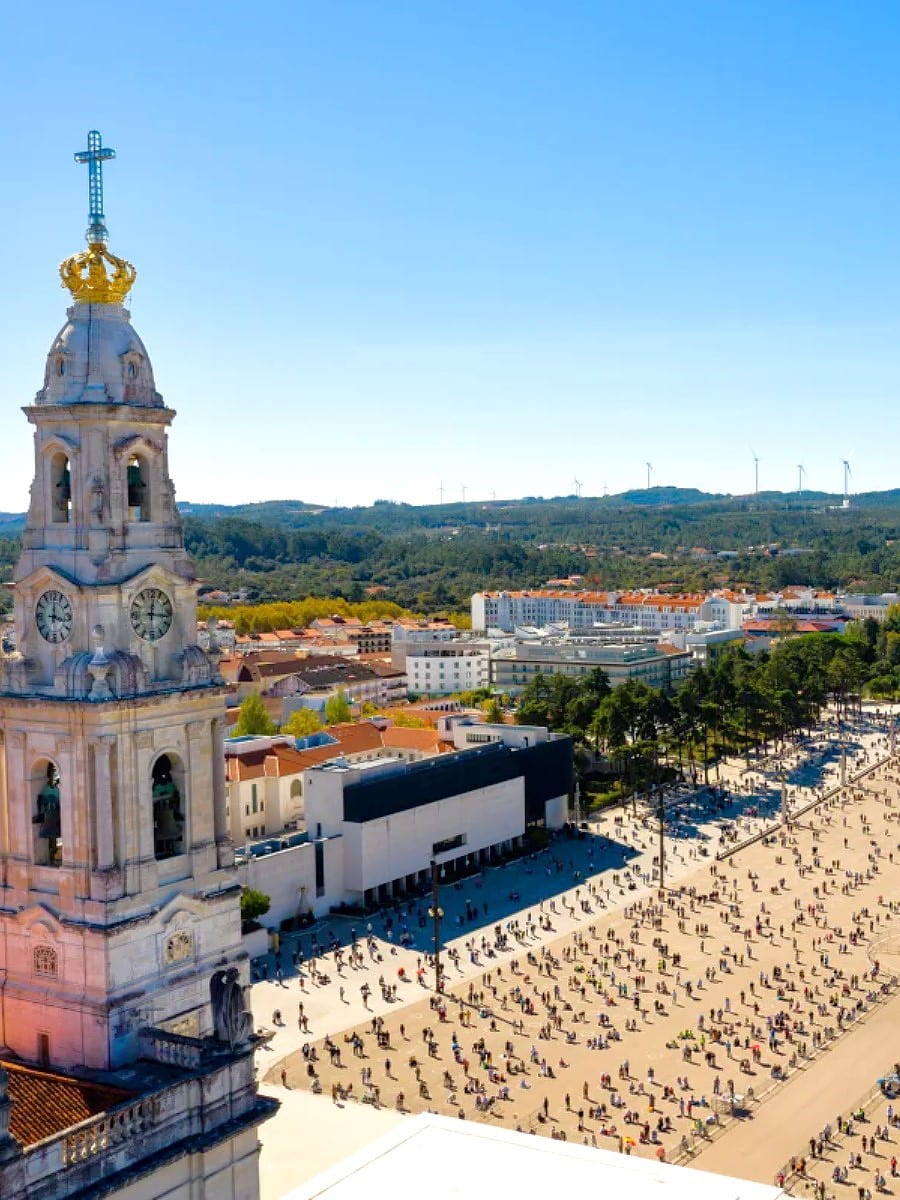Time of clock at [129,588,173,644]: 12:16
